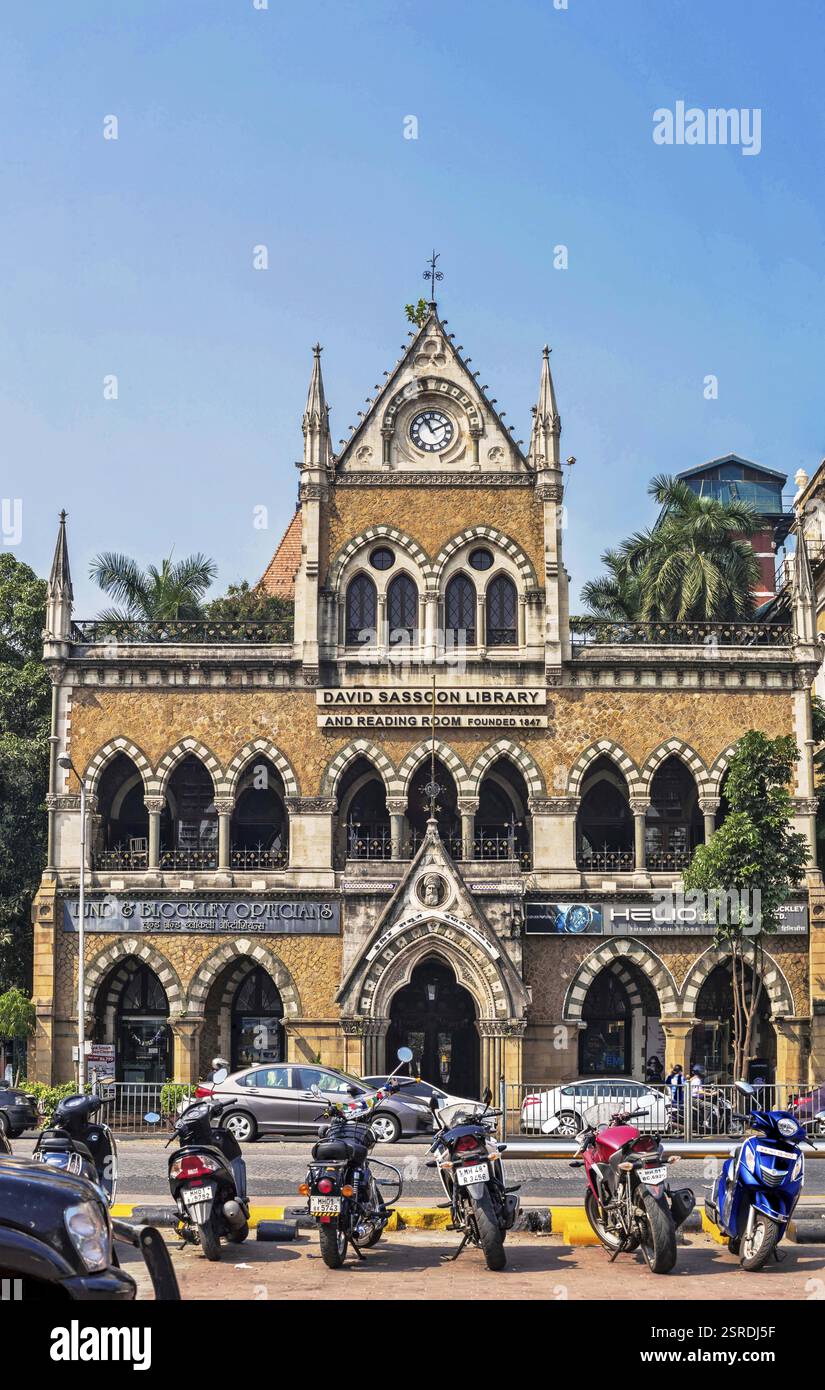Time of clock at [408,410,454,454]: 11:10
